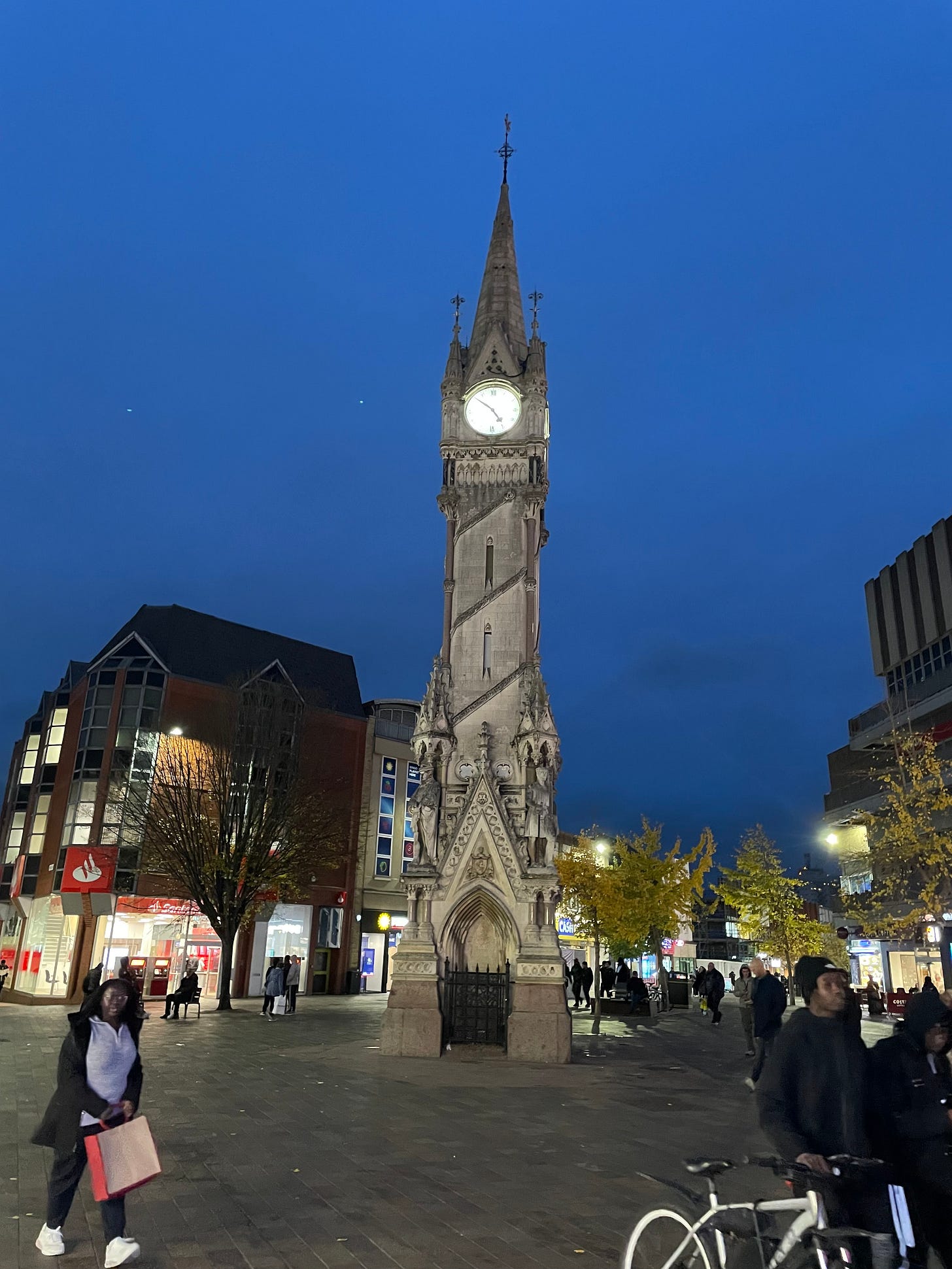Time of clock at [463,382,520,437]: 4:51
